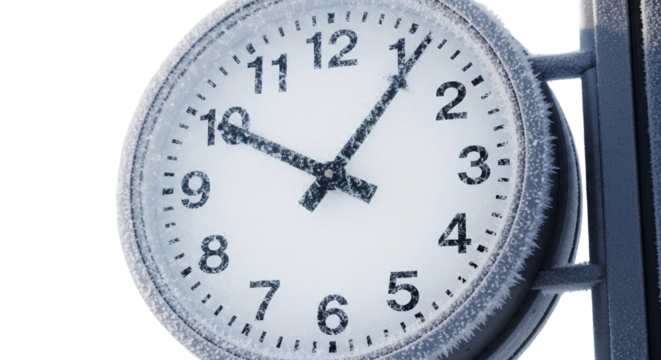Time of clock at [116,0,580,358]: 10:06
